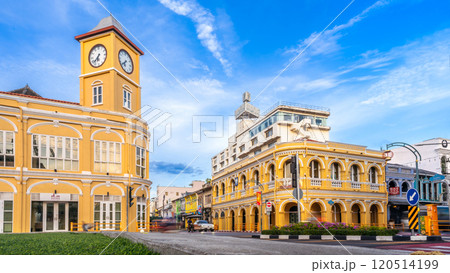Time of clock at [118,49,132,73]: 6:38
